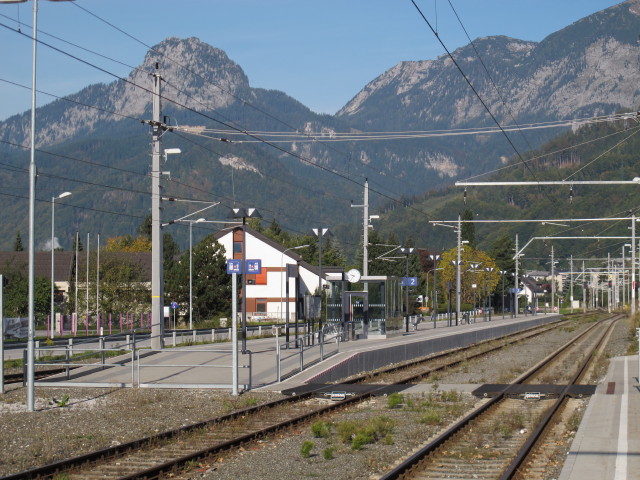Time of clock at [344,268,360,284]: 9:36
